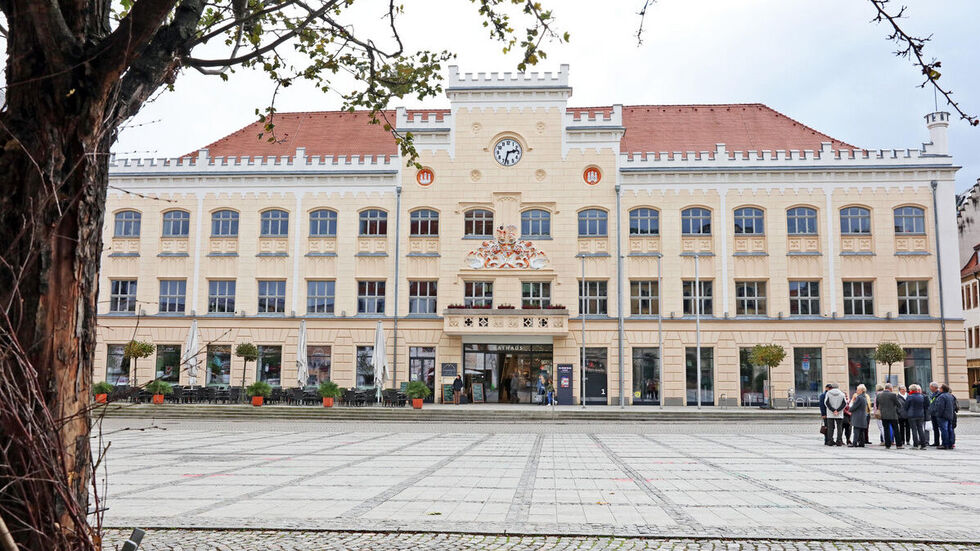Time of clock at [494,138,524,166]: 2:32
